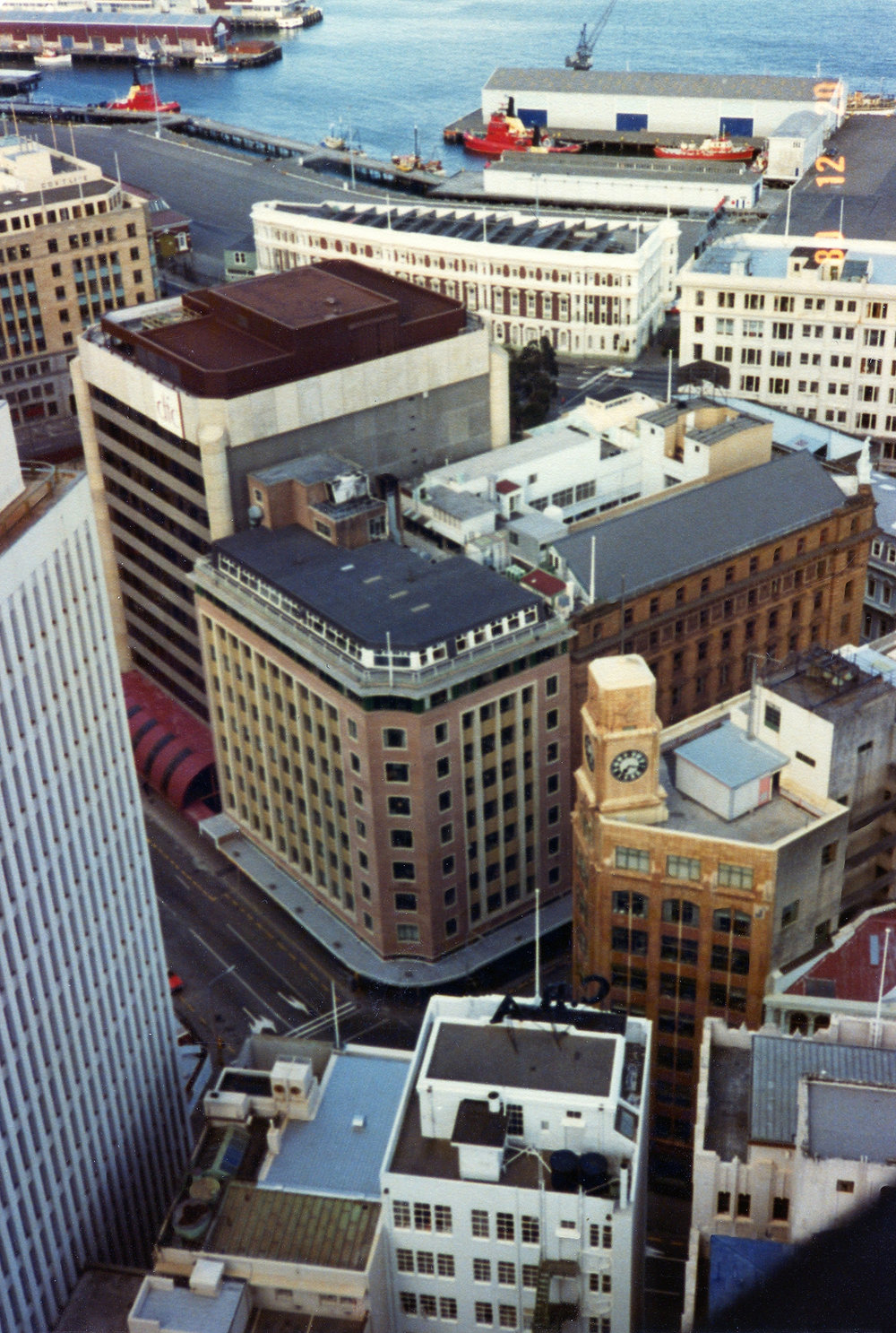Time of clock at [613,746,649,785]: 7:17
